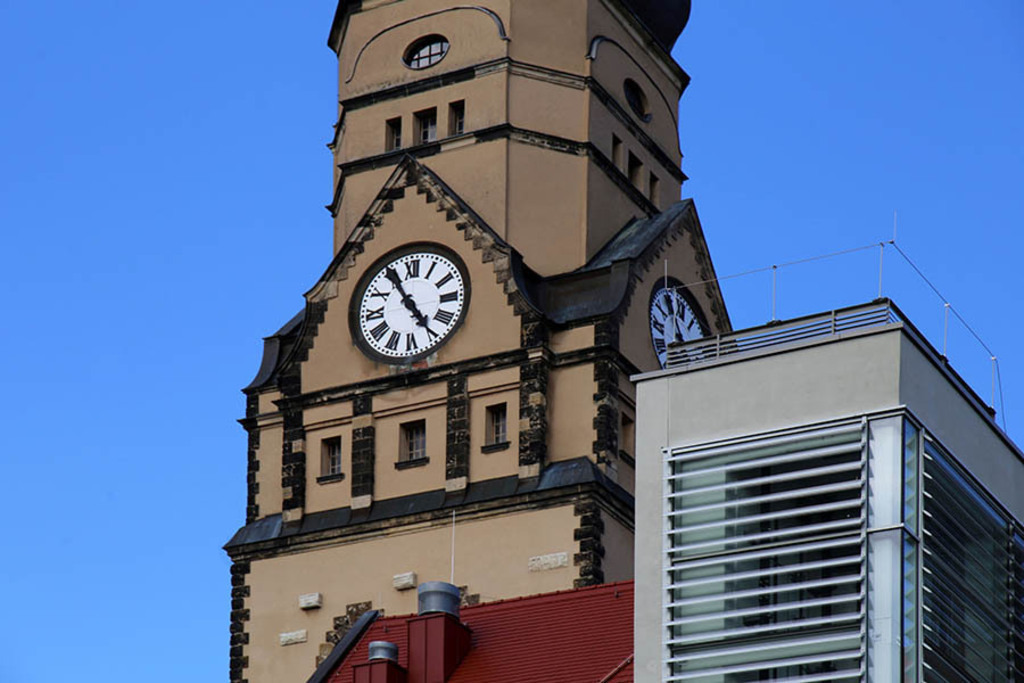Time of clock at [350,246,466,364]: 4:54
